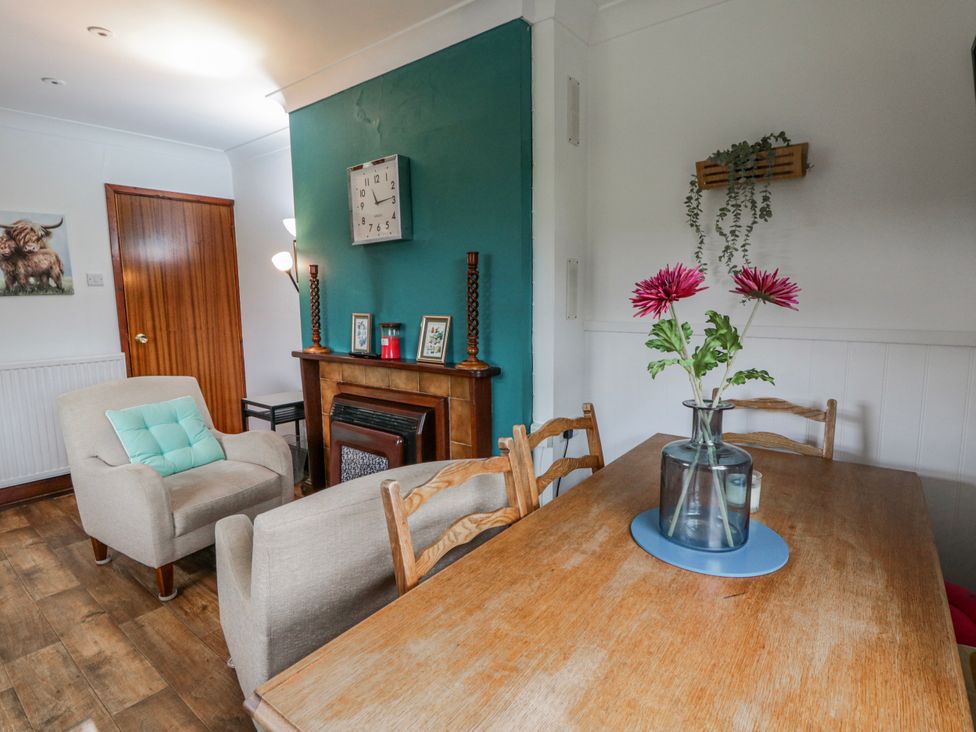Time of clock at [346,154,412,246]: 11:13
